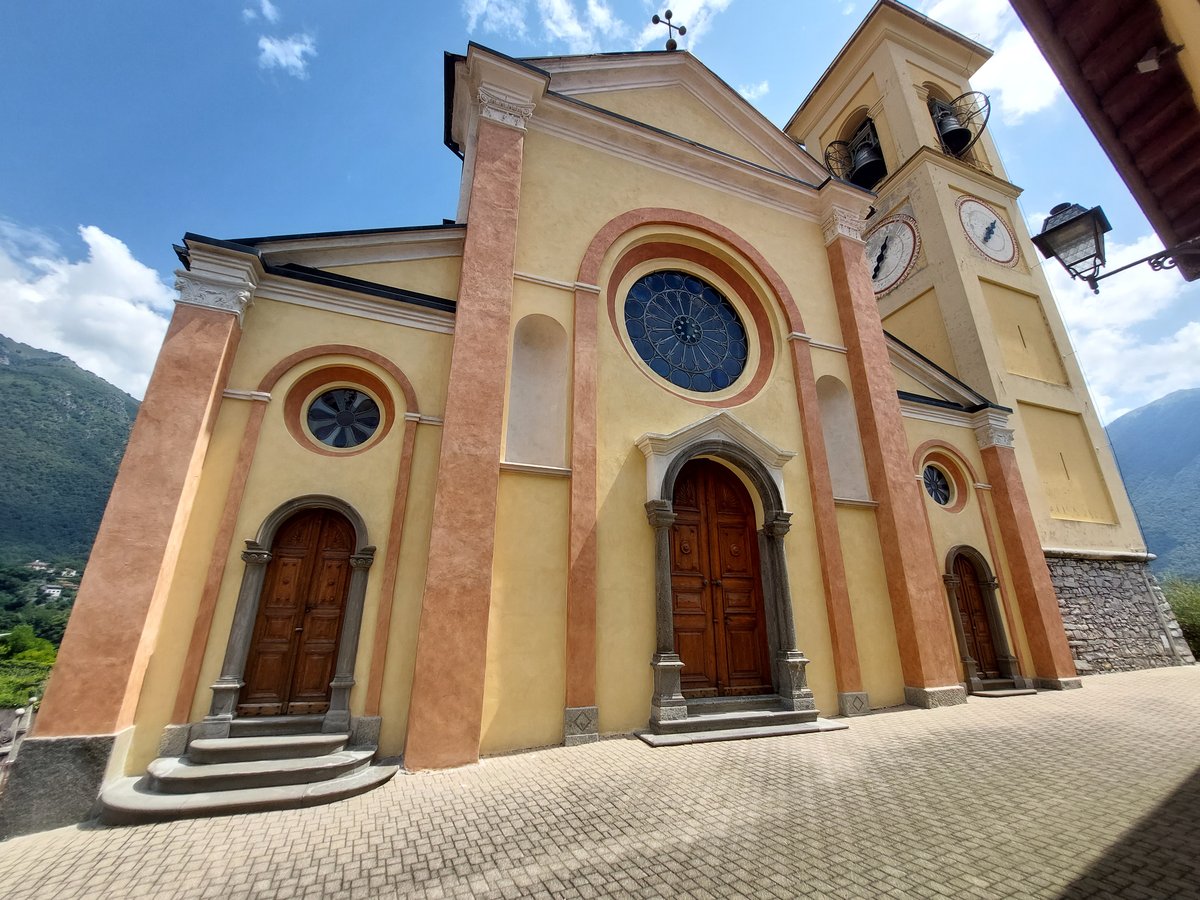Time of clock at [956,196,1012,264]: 1:06
